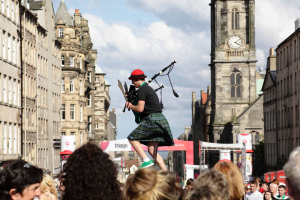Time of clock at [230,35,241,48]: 4:08
